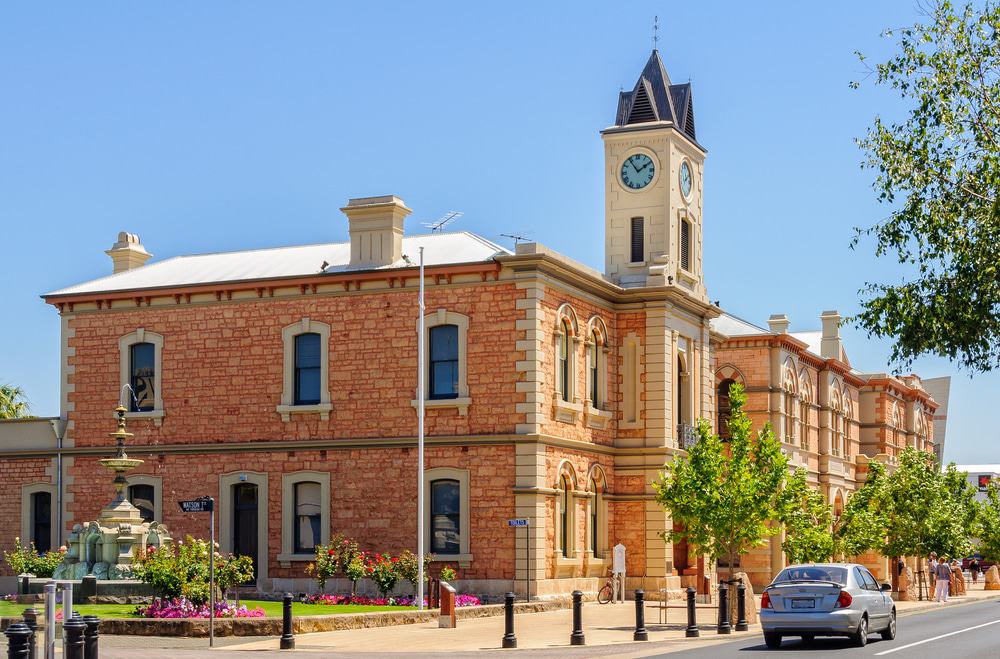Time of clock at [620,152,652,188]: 1:54
